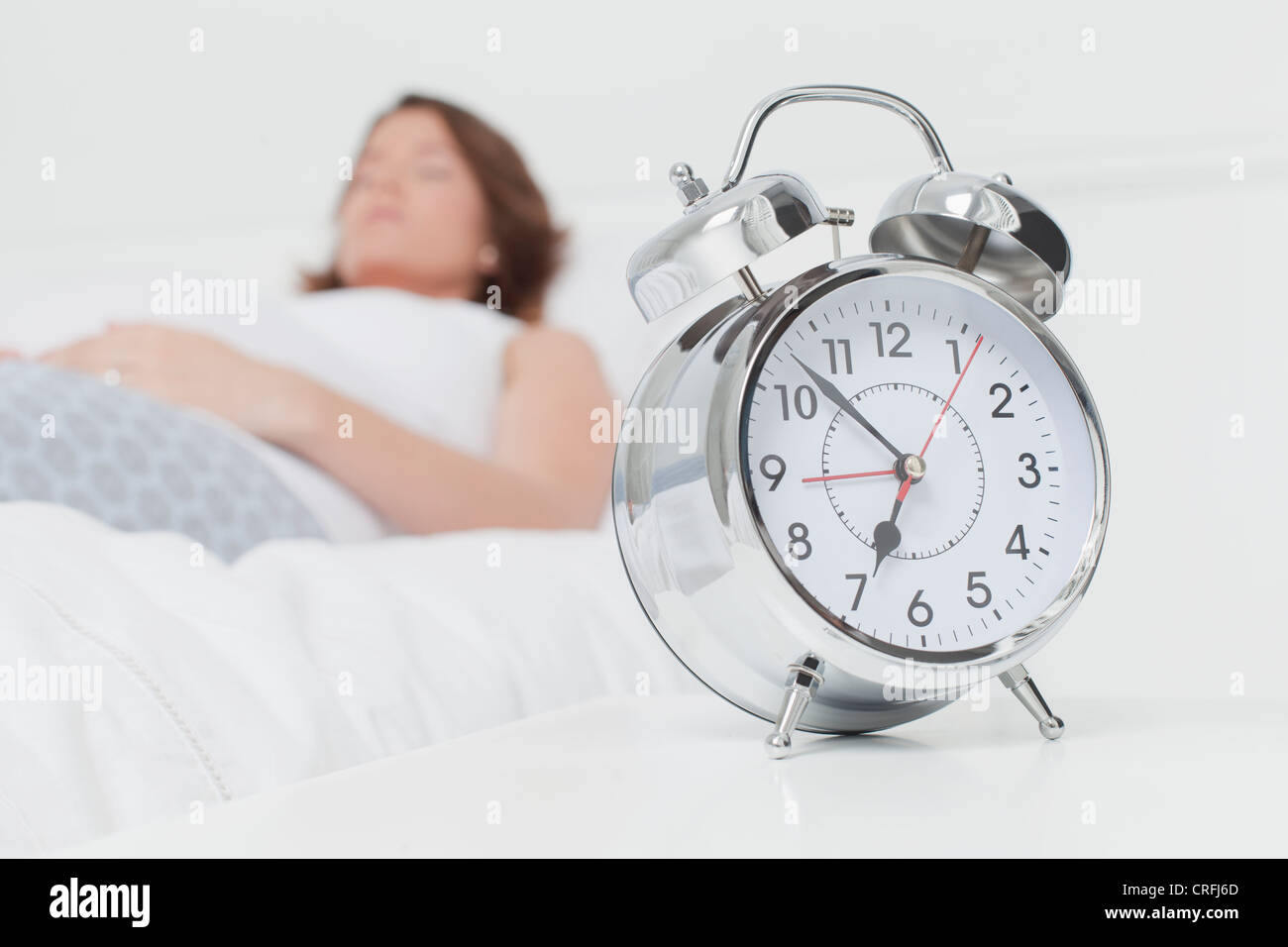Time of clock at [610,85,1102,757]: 6:52
